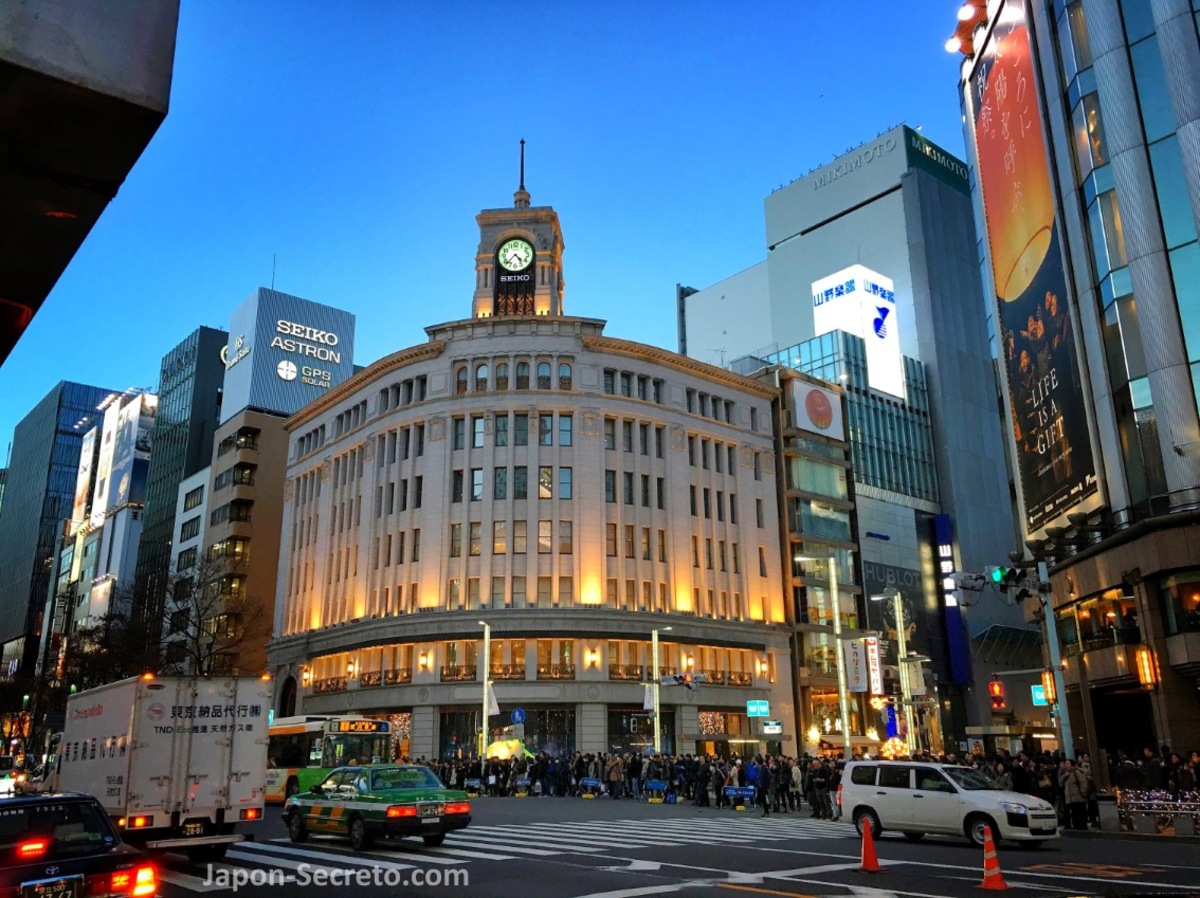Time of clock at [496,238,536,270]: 4:37
